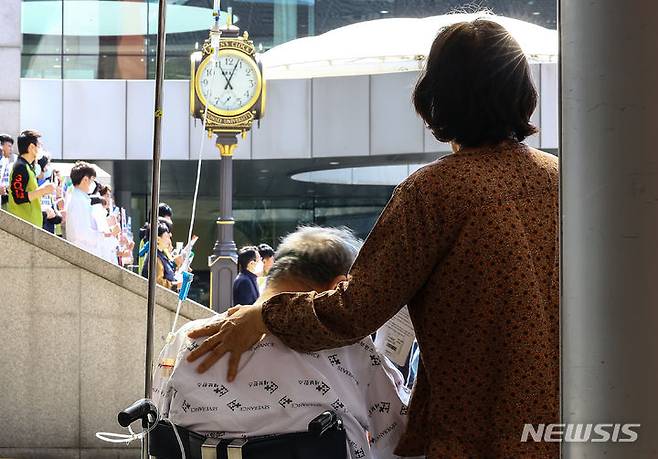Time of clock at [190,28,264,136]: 11:04
